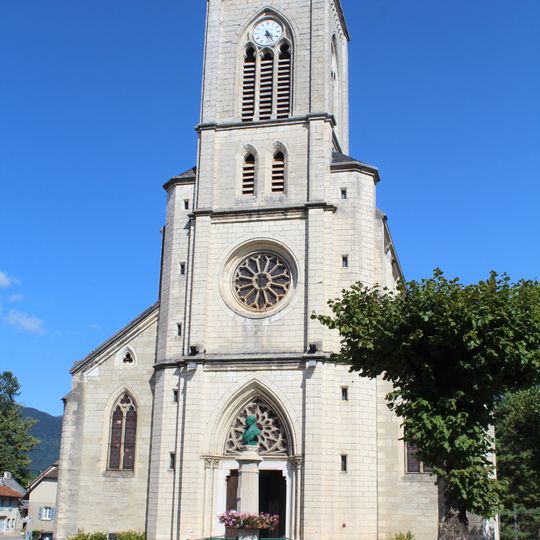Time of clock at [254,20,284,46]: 5:24
